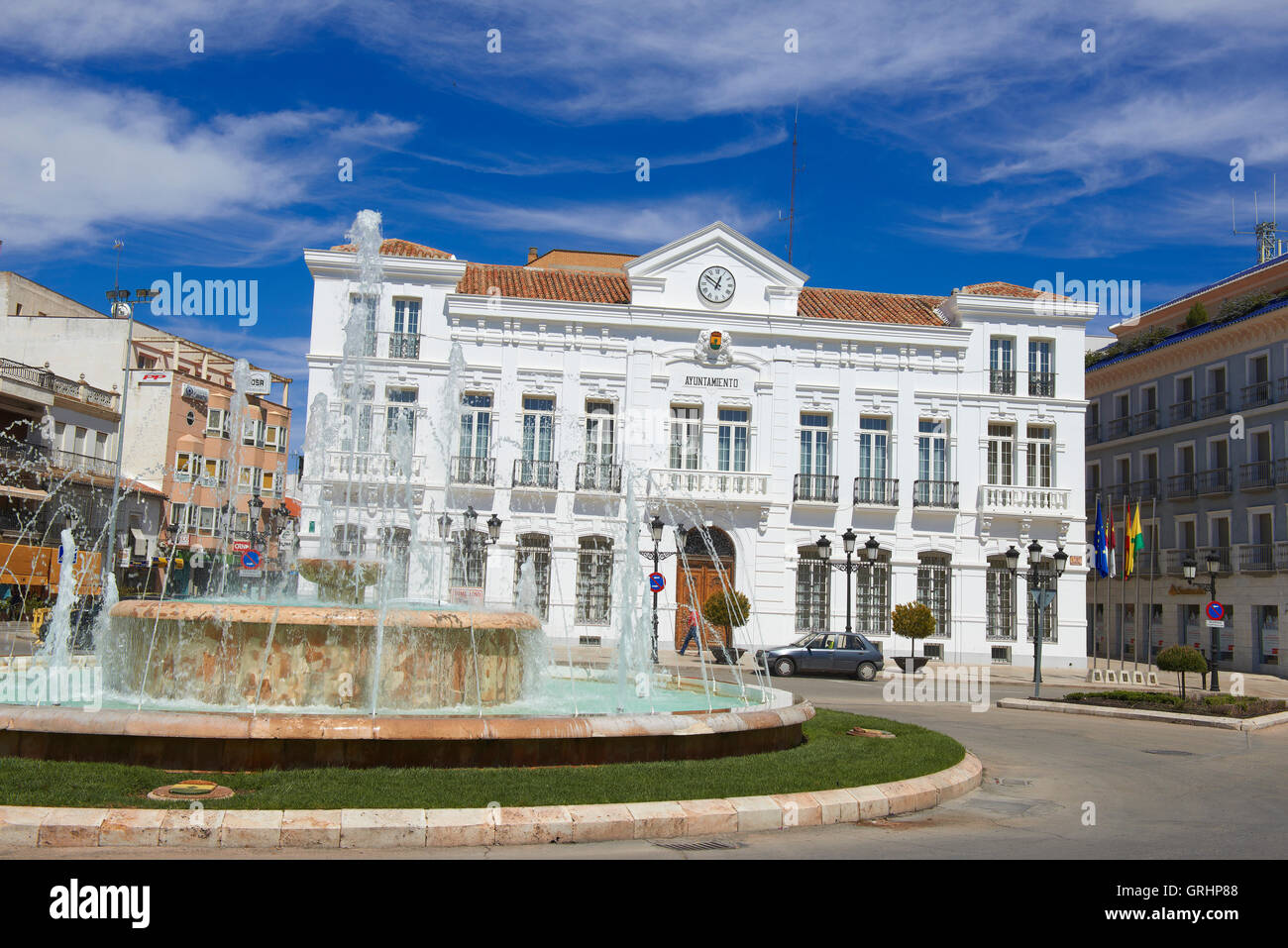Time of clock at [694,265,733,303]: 12:51
